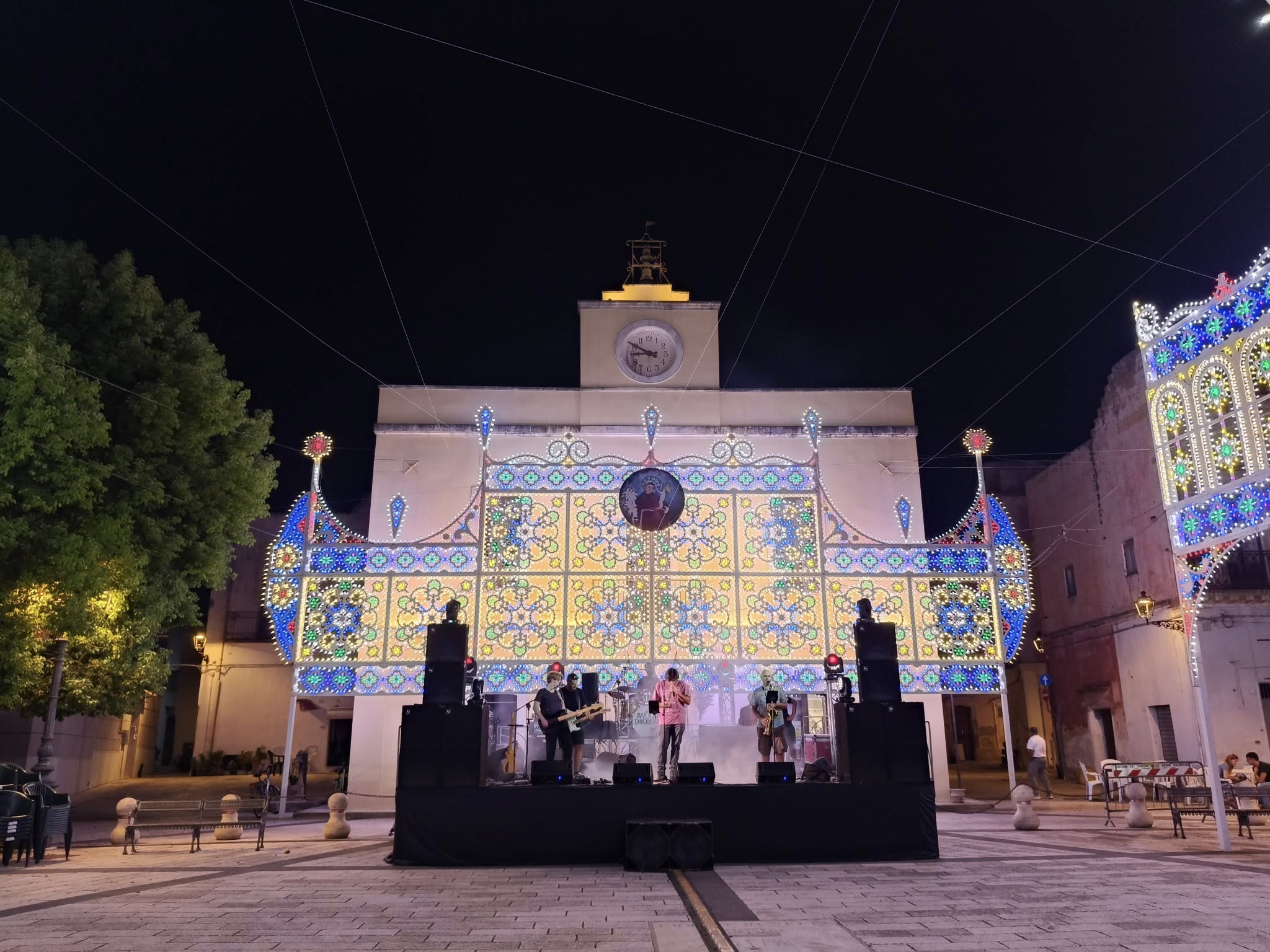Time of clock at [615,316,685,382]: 8:49
